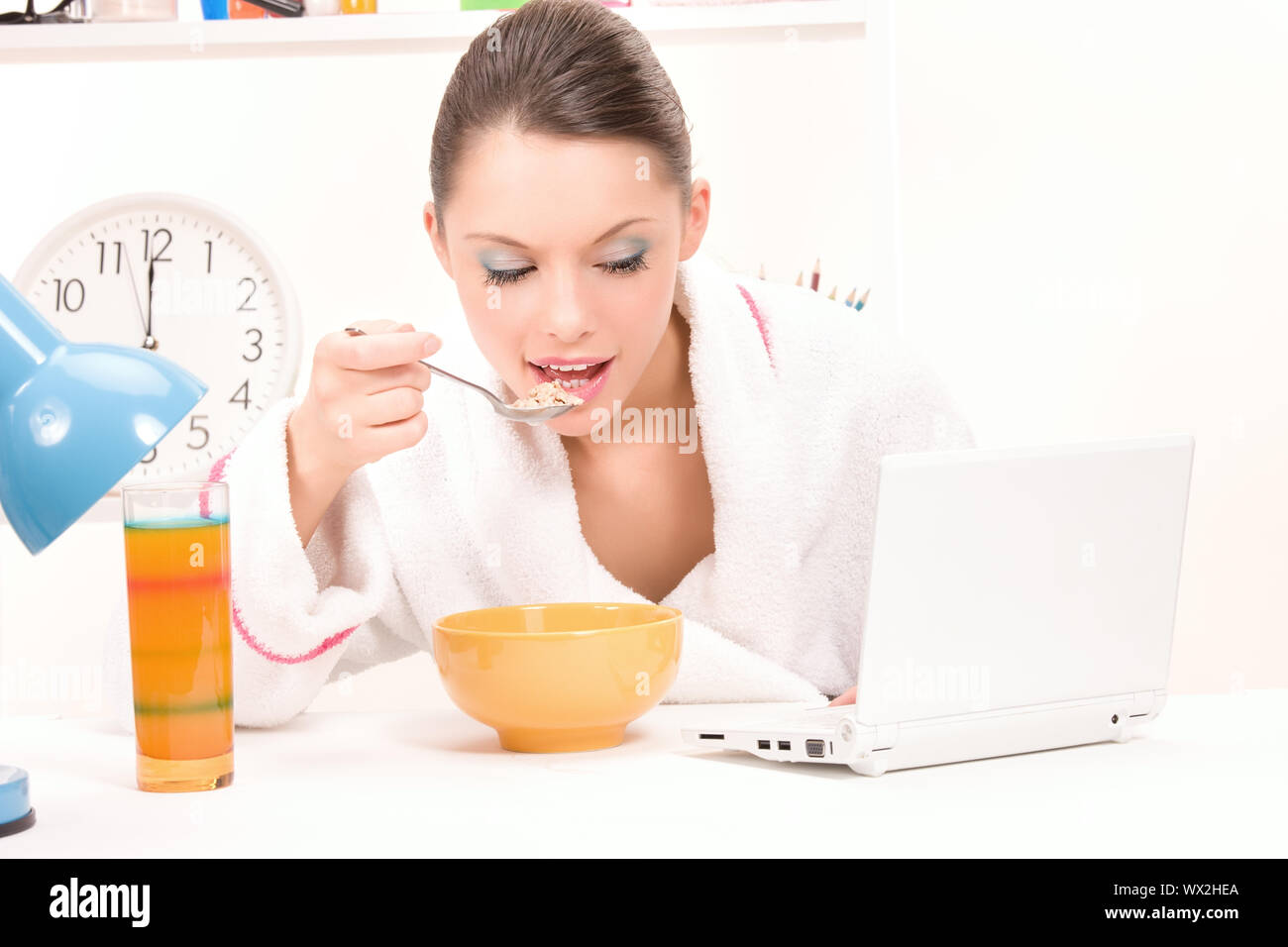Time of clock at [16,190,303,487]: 11:59
